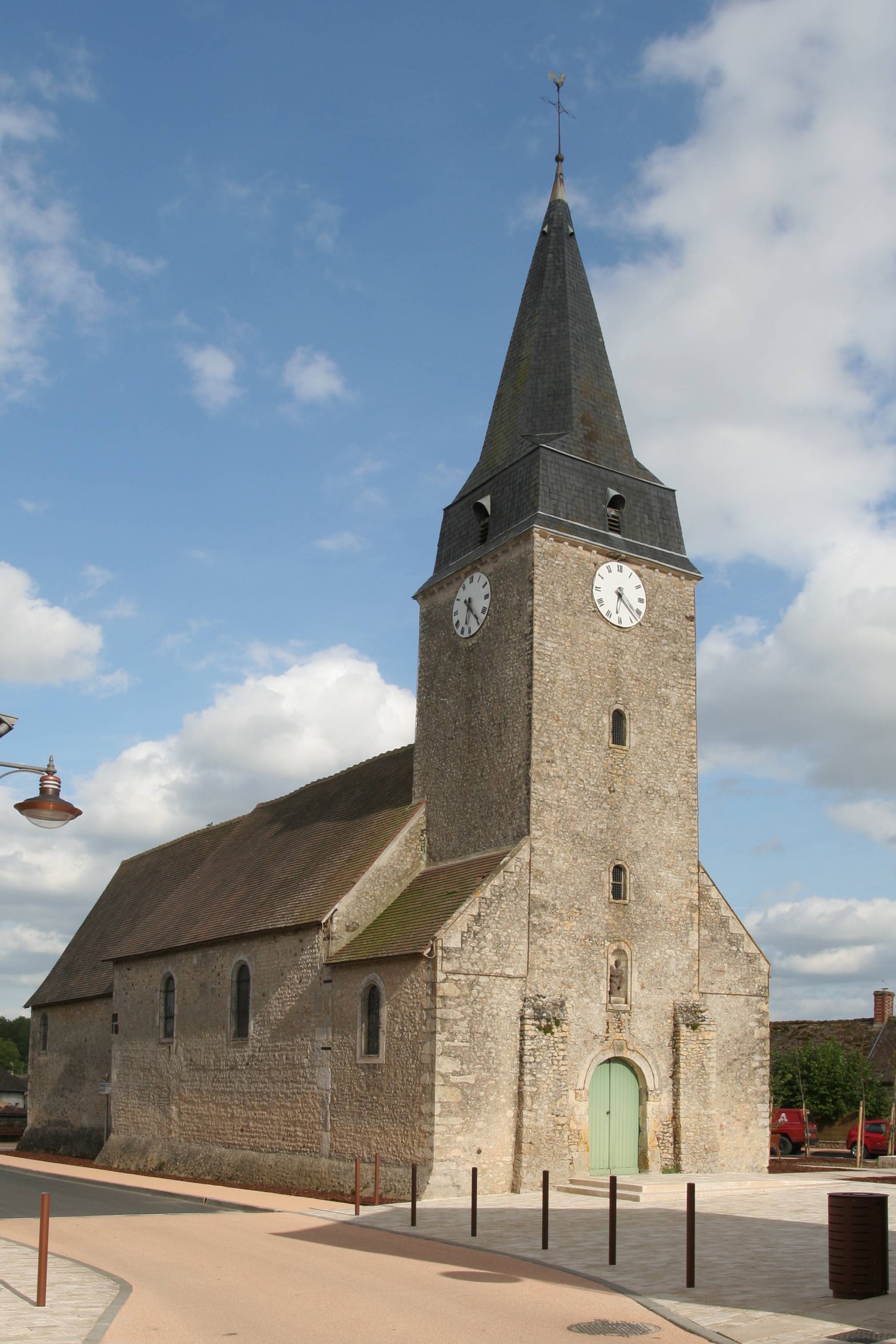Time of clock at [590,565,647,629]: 6:22
